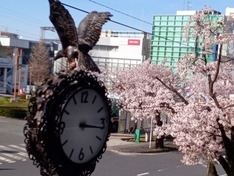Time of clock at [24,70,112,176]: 3:16
